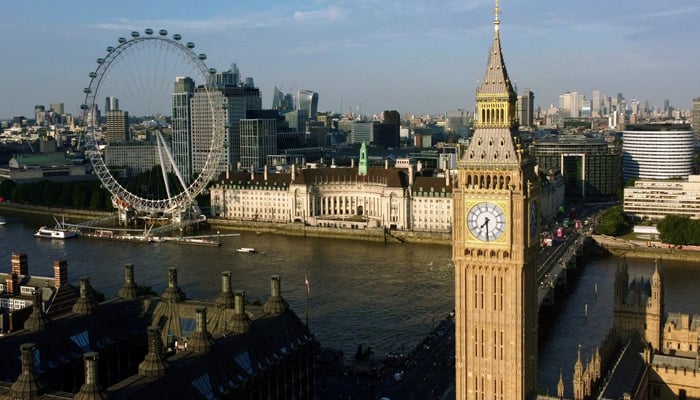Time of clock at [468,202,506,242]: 7:29
